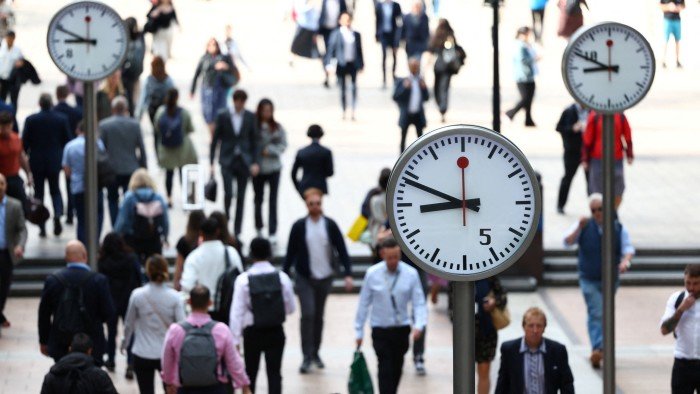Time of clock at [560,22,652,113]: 8:48
